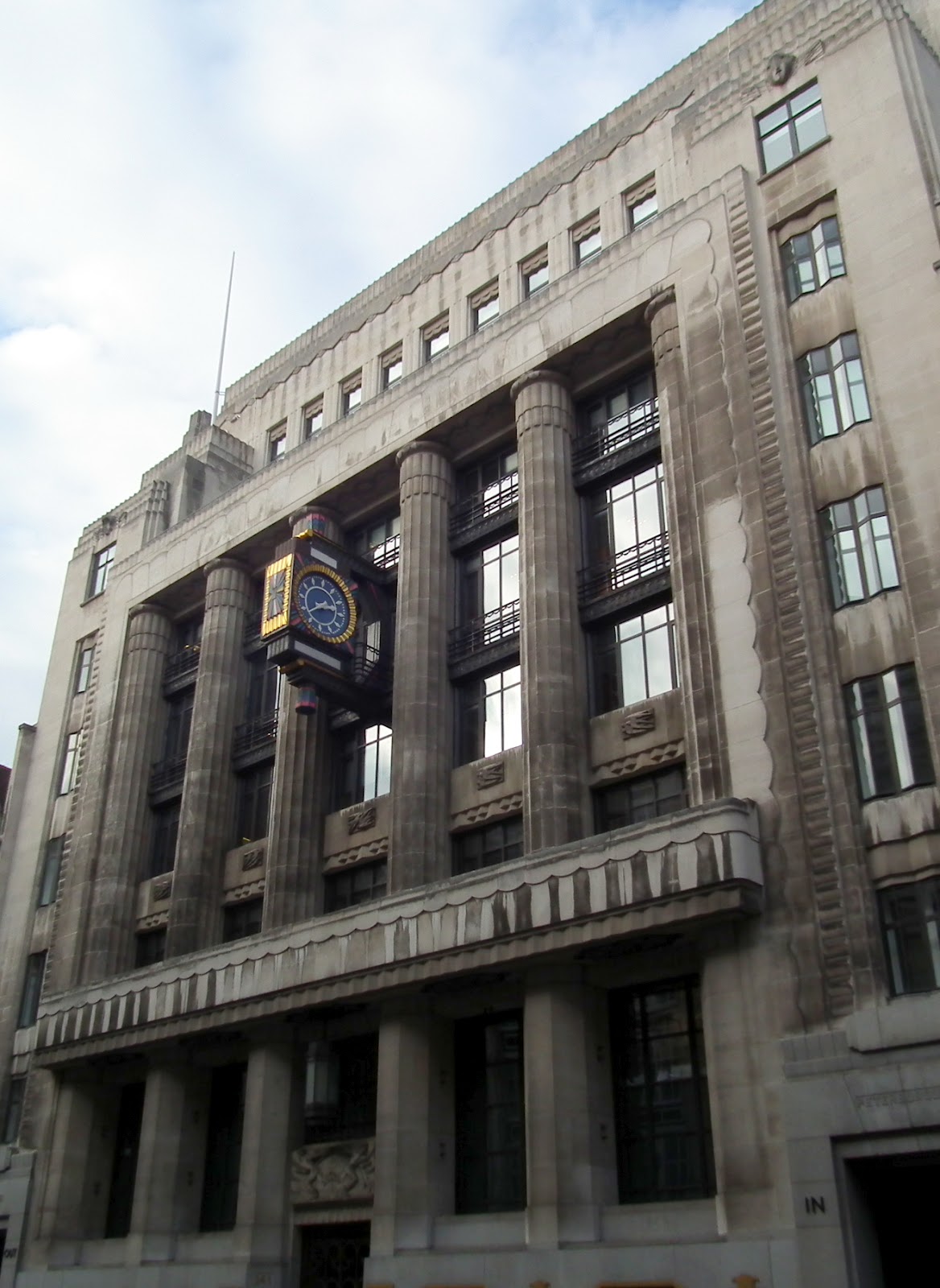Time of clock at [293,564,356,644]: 2:38
